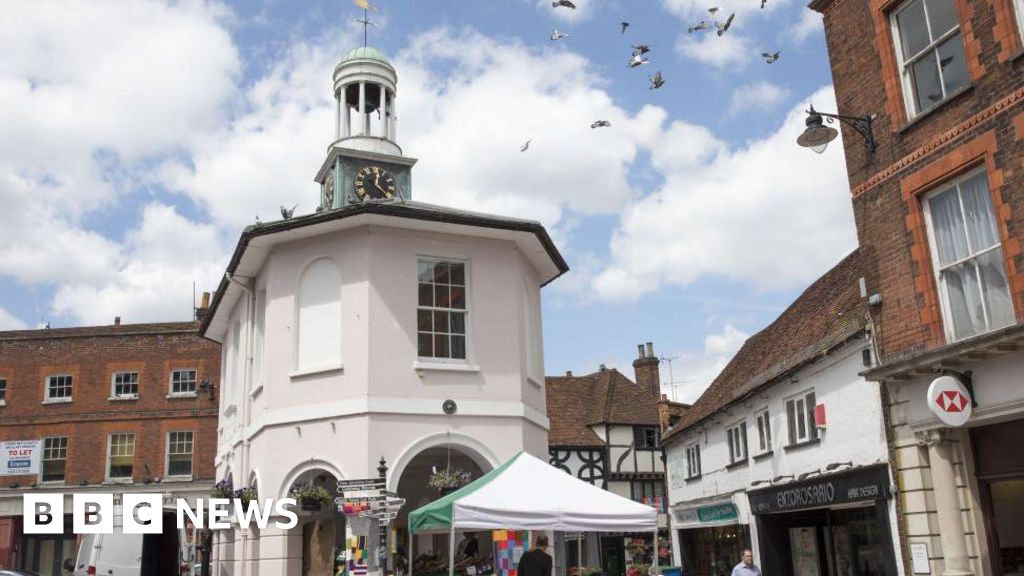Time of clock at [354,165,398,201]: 12:23
